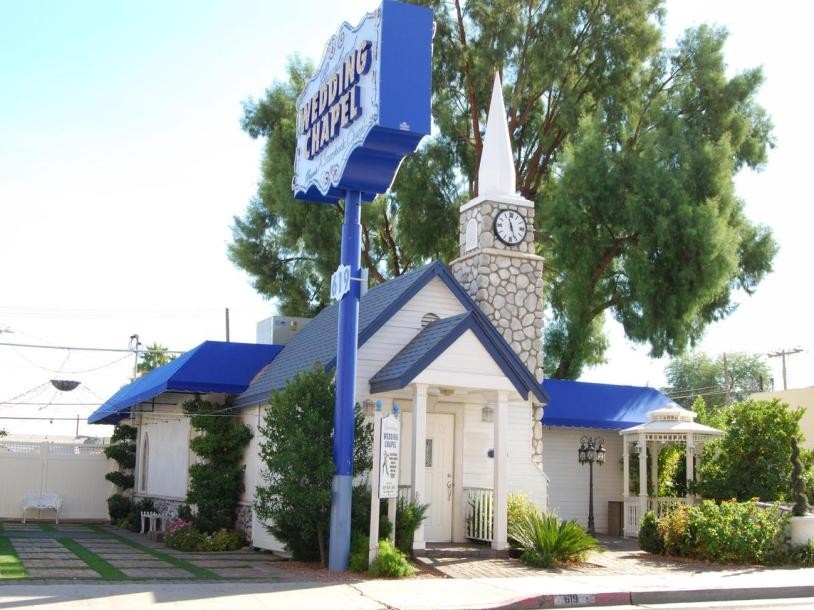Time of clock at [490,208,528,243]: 11:26
